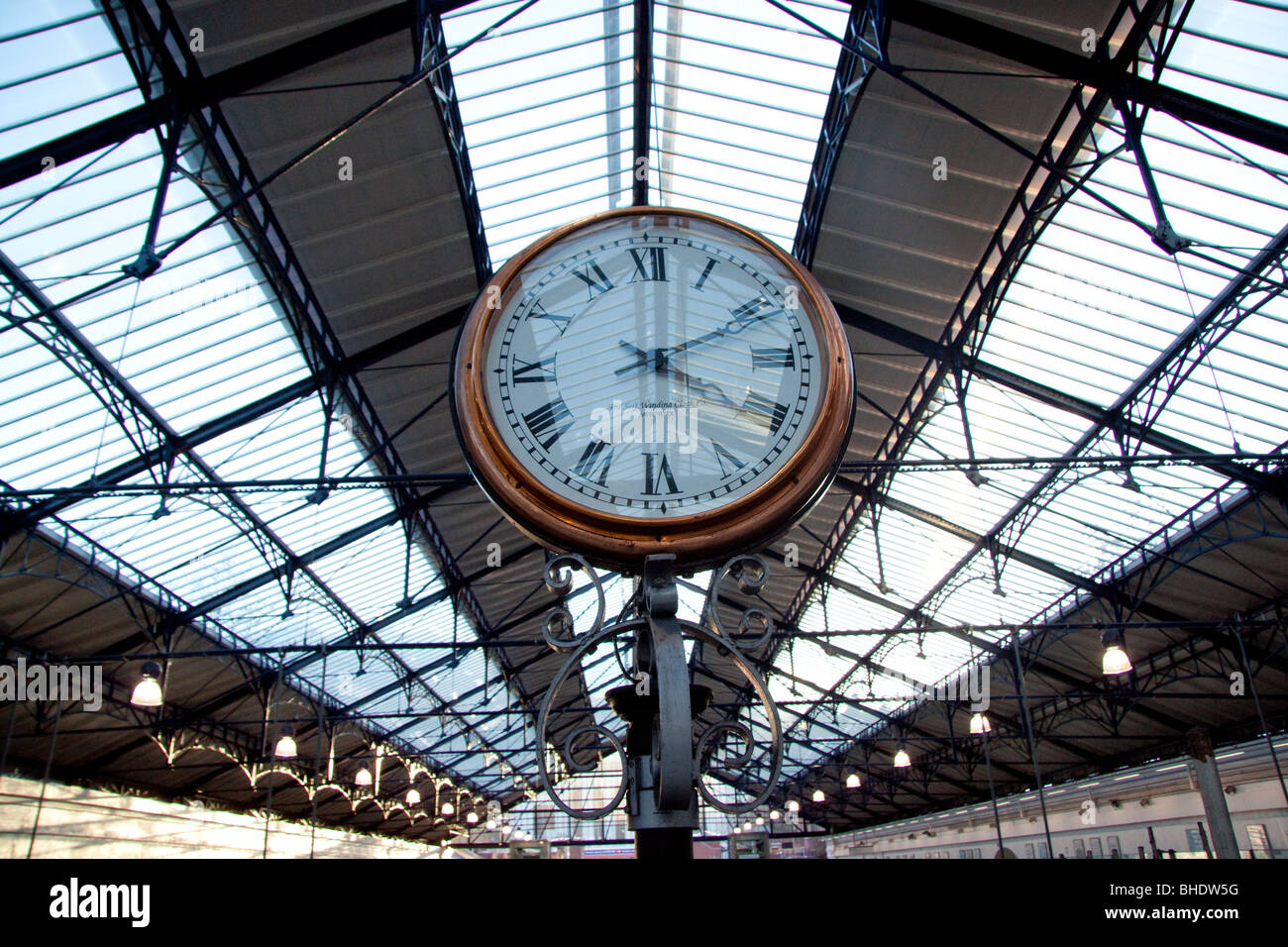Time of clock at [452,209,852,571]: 4:10
